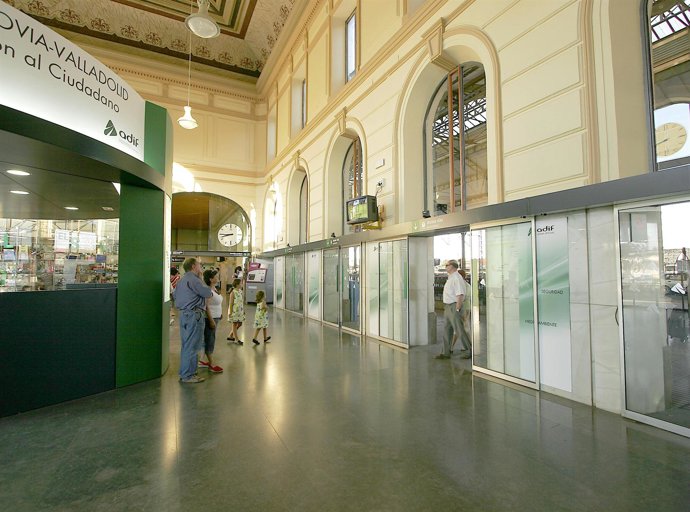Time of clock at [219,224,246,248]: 8:45
